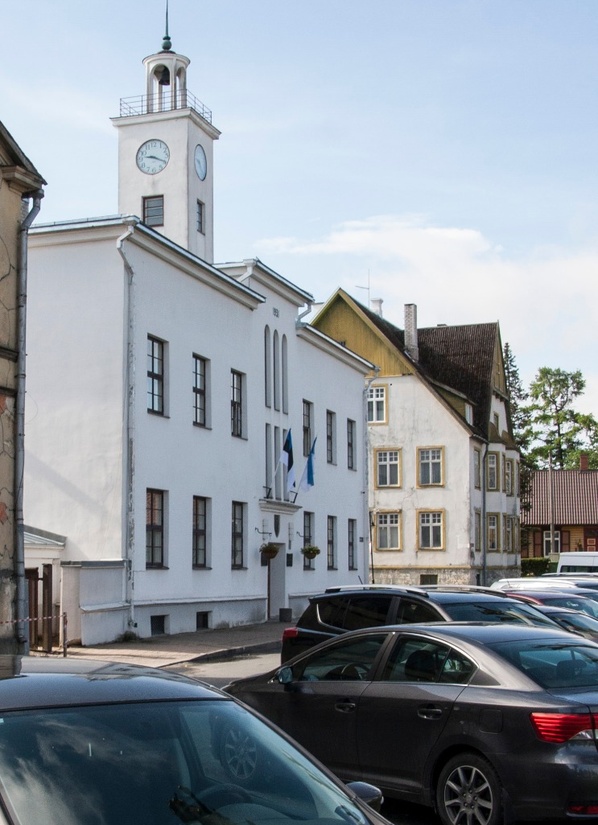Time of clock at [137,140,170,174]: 9:19
